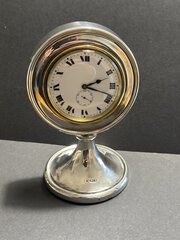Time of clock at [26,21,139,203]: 2:18
